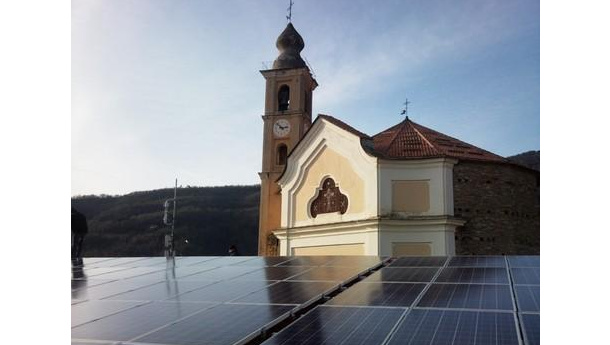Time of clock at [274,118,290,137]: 2:52
